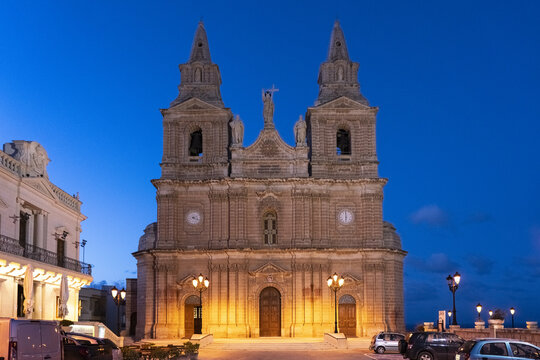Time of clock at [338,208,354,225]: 5:59
